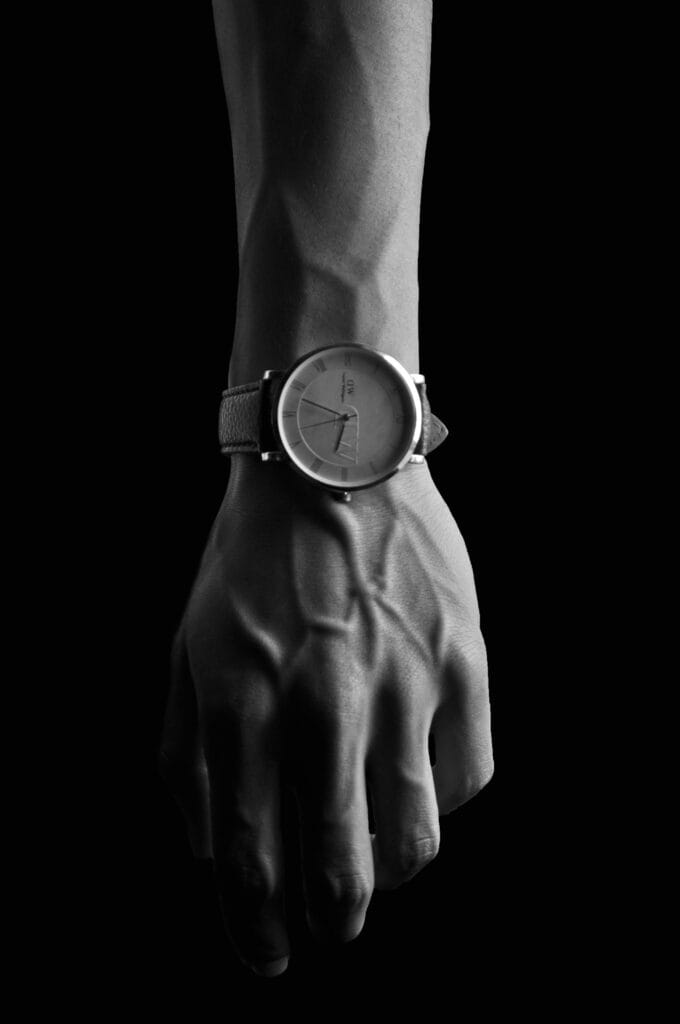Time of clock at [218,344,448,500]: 6:47
